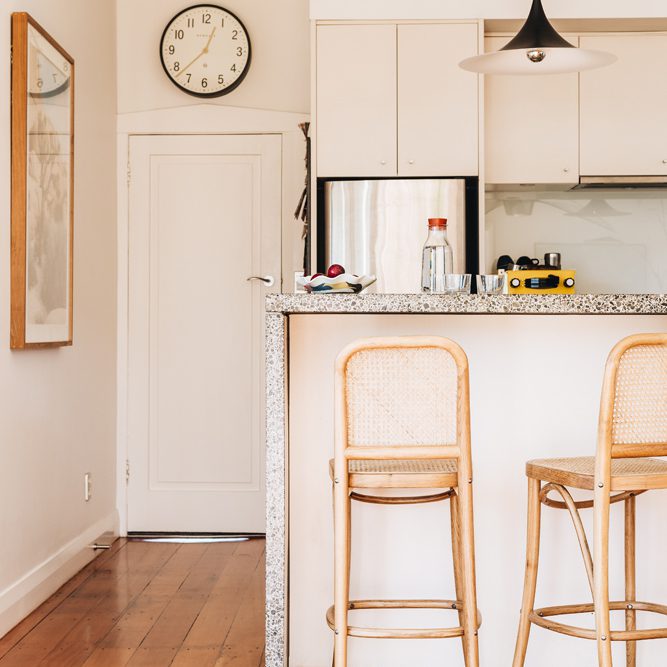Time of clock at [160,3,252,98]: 12:37
